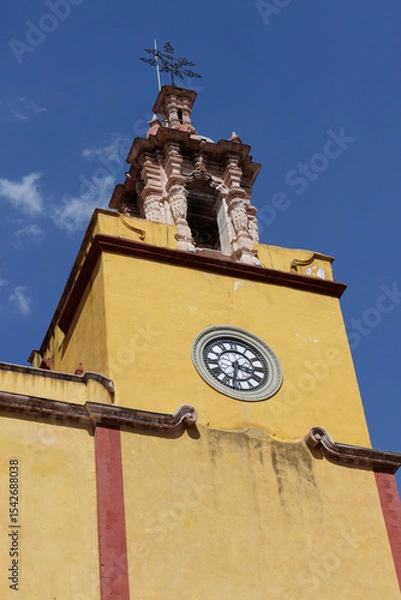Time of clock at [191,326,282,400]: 3:32
